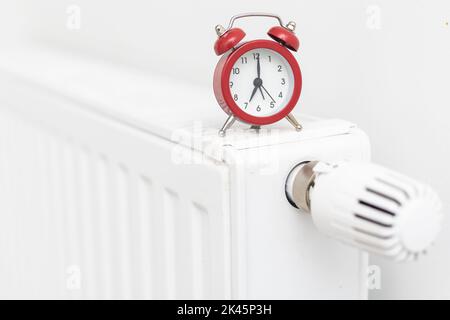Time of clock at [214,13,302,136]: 7:00
